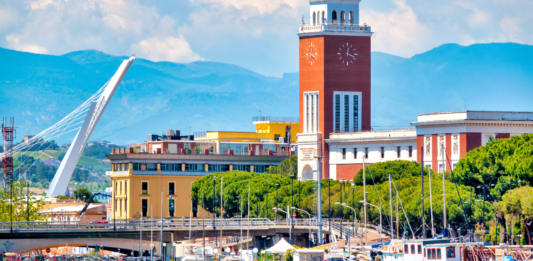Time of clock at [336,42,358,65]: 12:18
